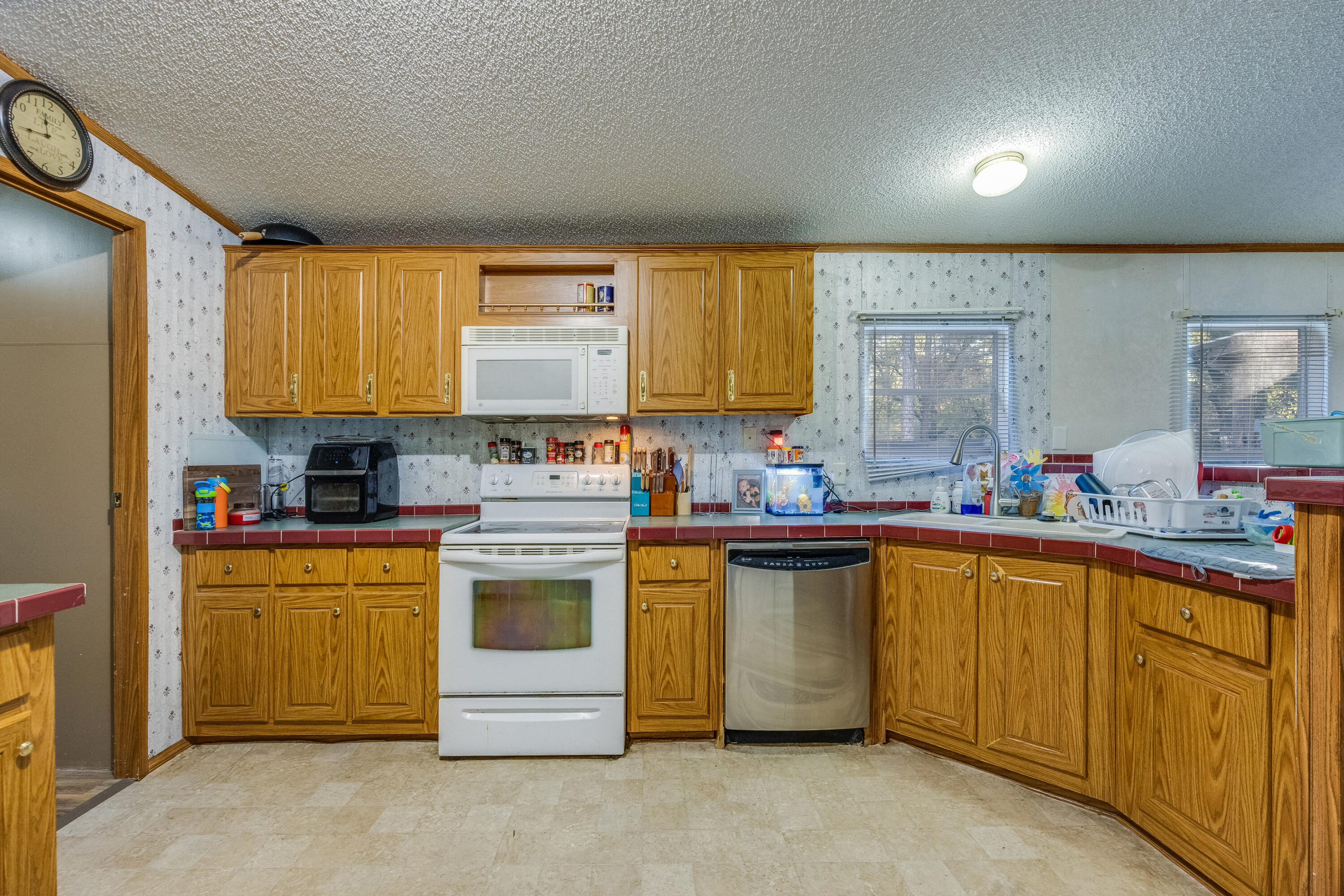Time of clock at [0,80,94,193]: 11:43
